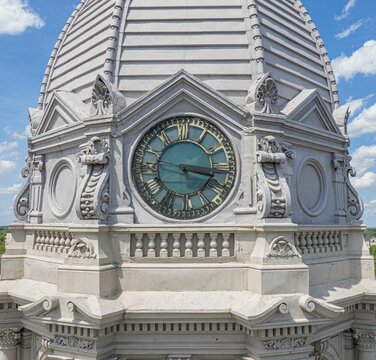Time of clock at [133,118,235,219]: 3:18
